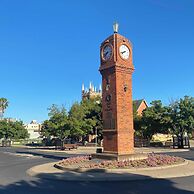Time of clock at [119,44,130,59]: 7:41
